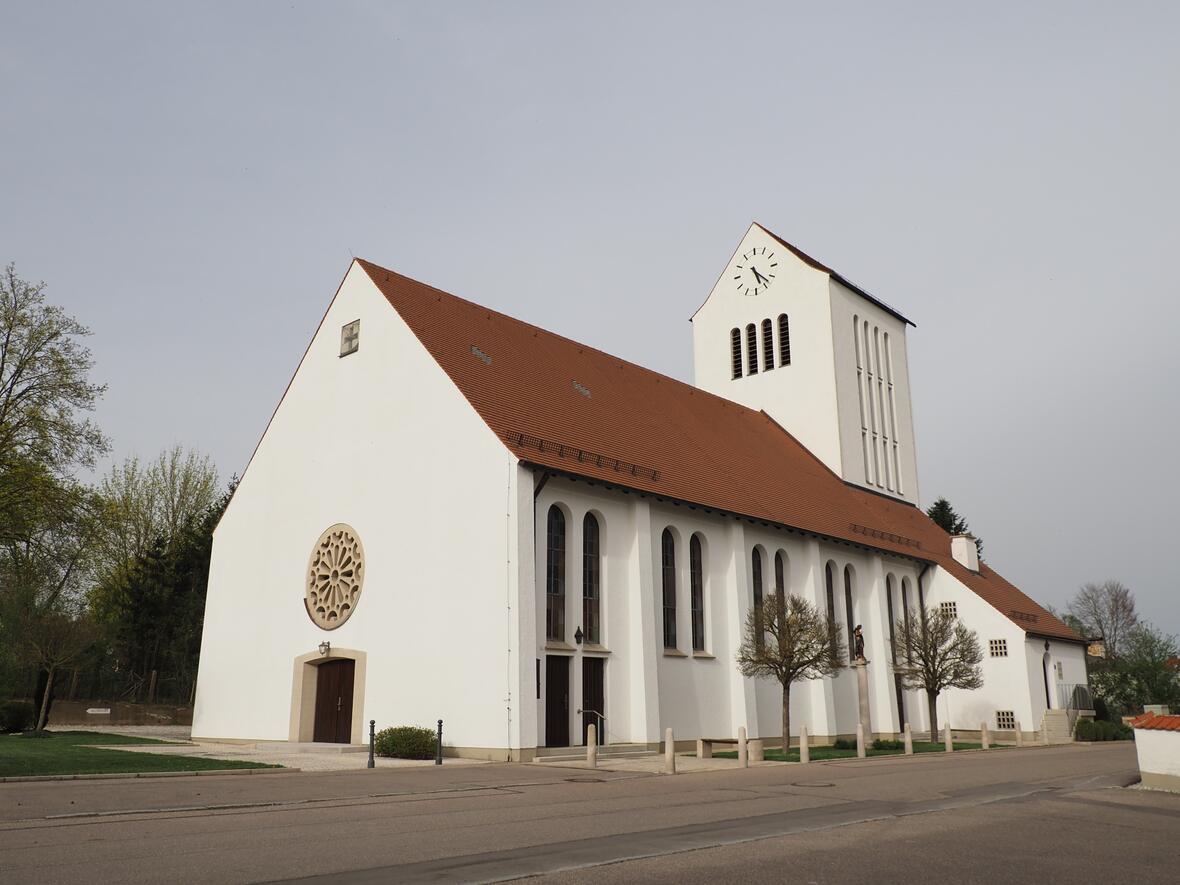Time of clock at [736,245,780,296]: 5:22
